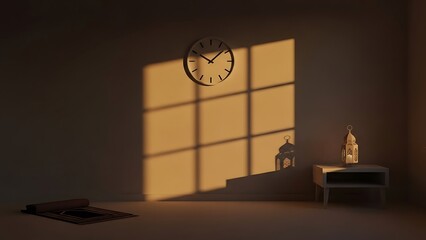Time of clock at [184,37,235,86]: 10:07
